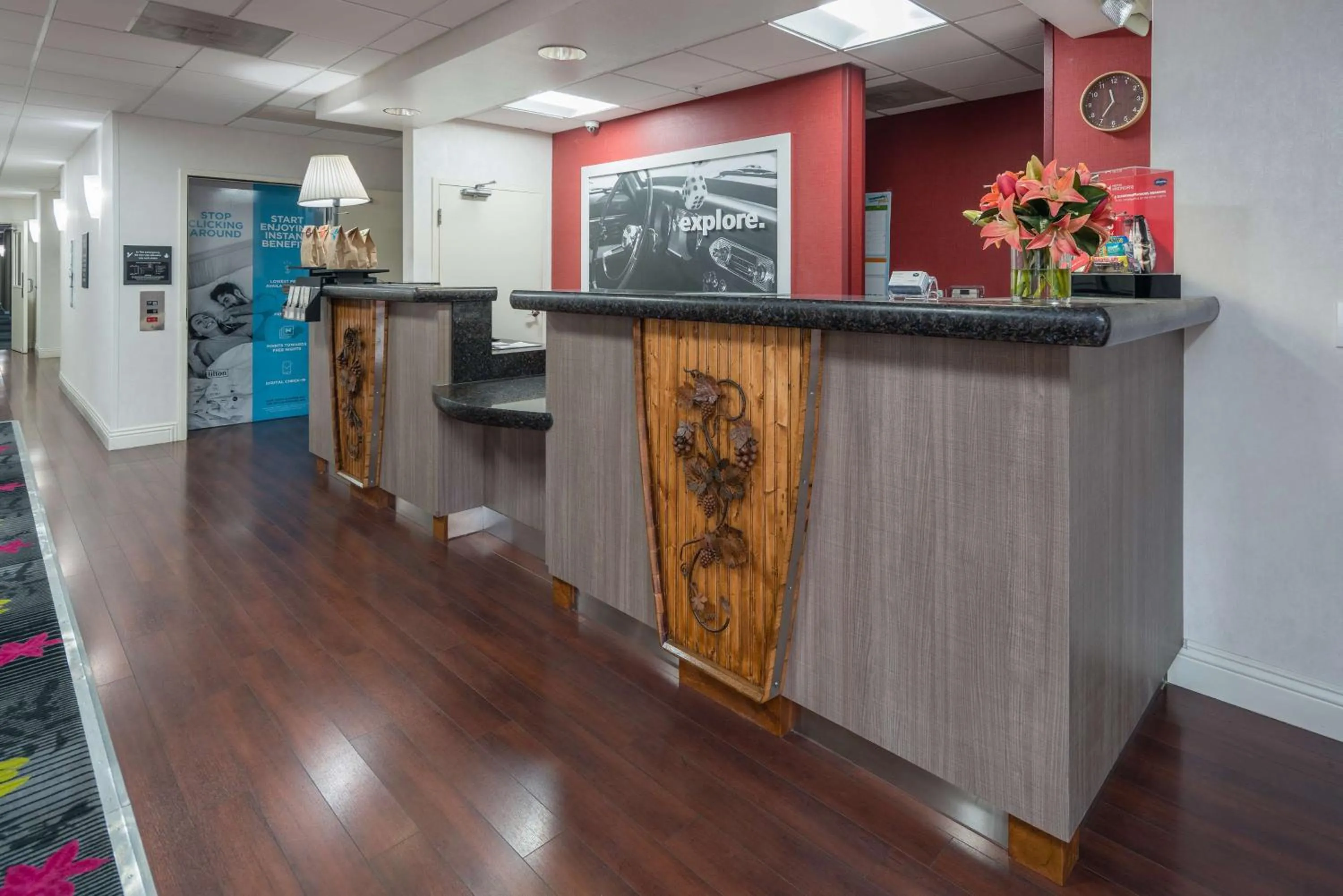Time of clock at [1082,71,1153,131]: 11:35
